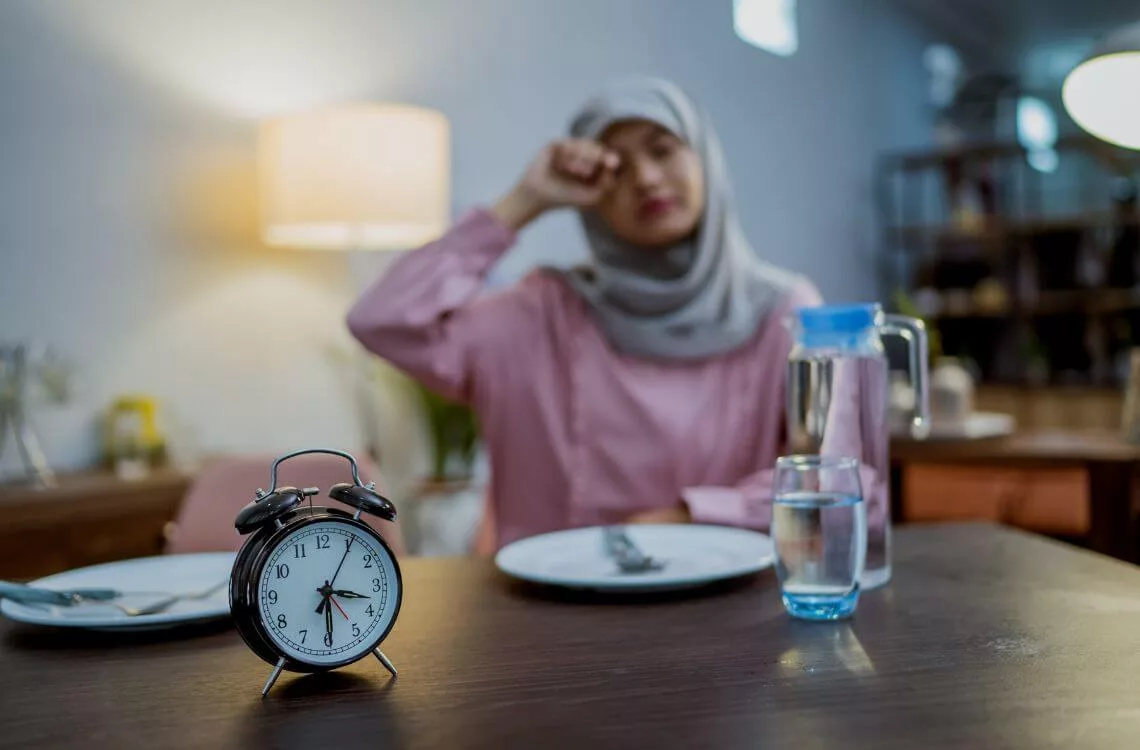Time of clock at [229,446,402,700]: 3:29
